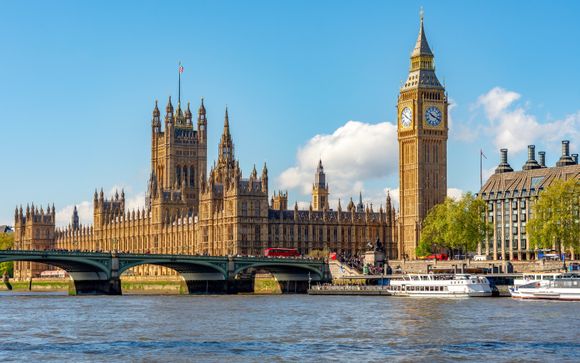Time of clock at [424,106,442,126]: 10:18
